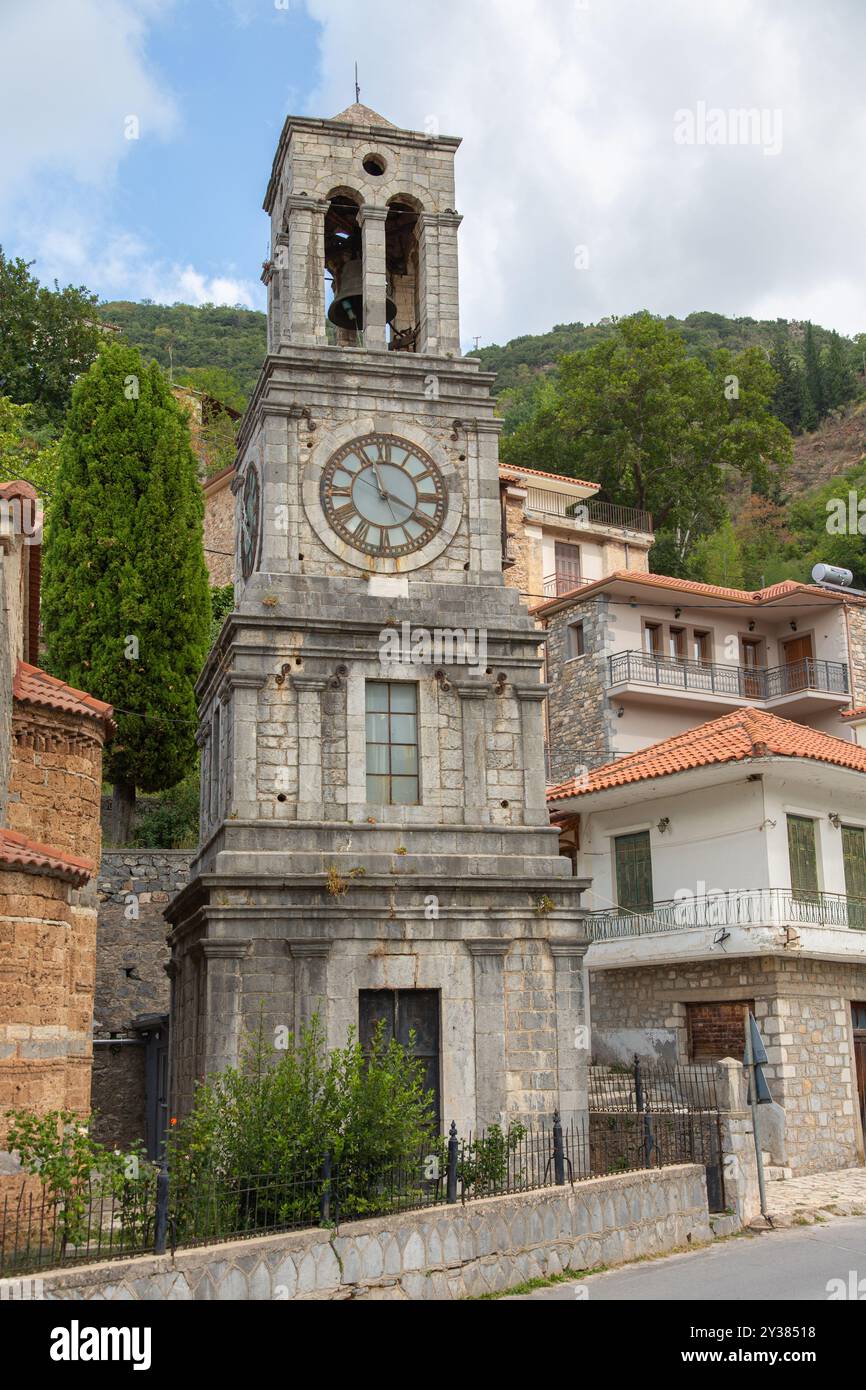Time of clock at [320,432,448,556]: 3:56
